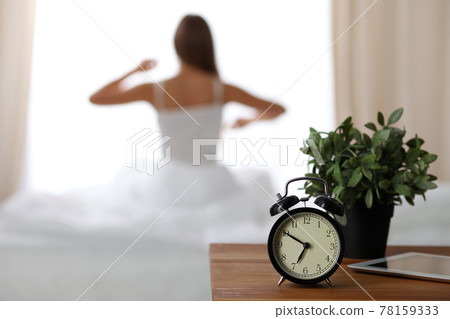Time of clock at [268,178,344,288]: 6:50
